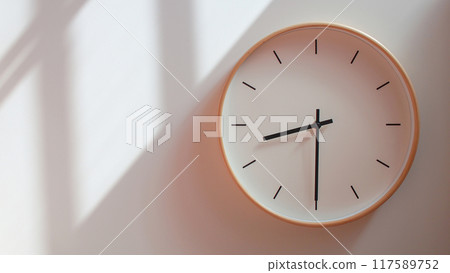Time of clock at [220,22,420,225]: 8:30
